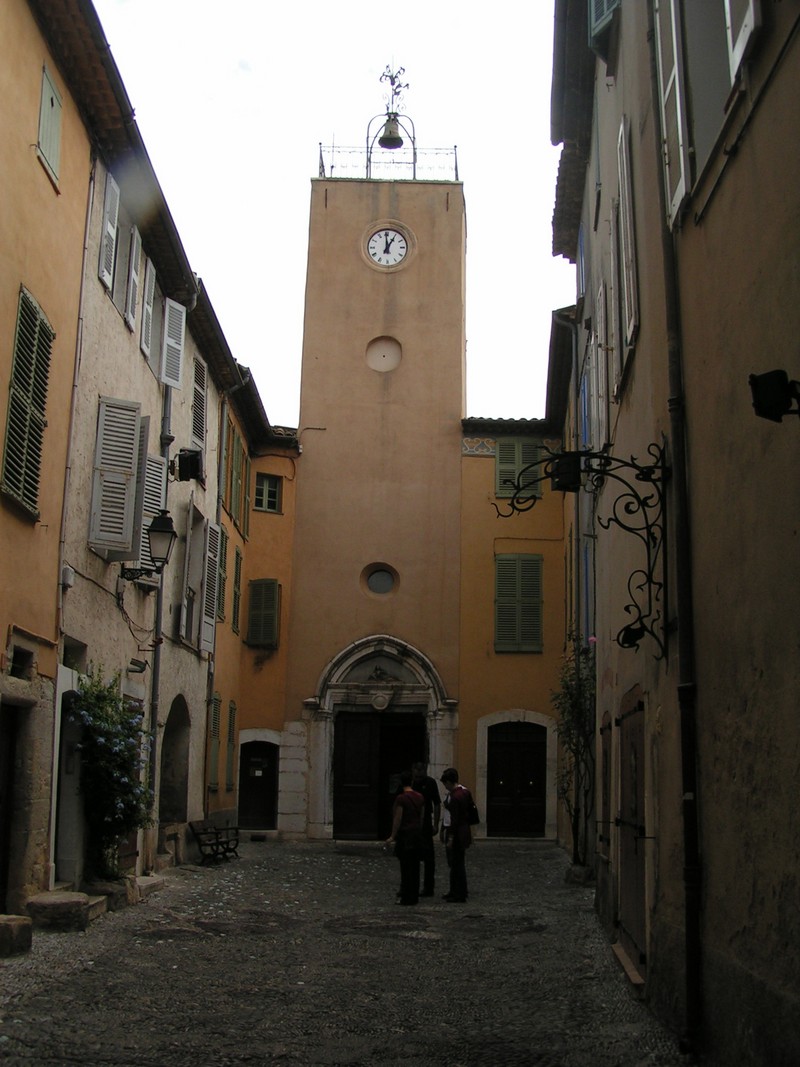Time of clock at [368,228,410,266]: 12:59
